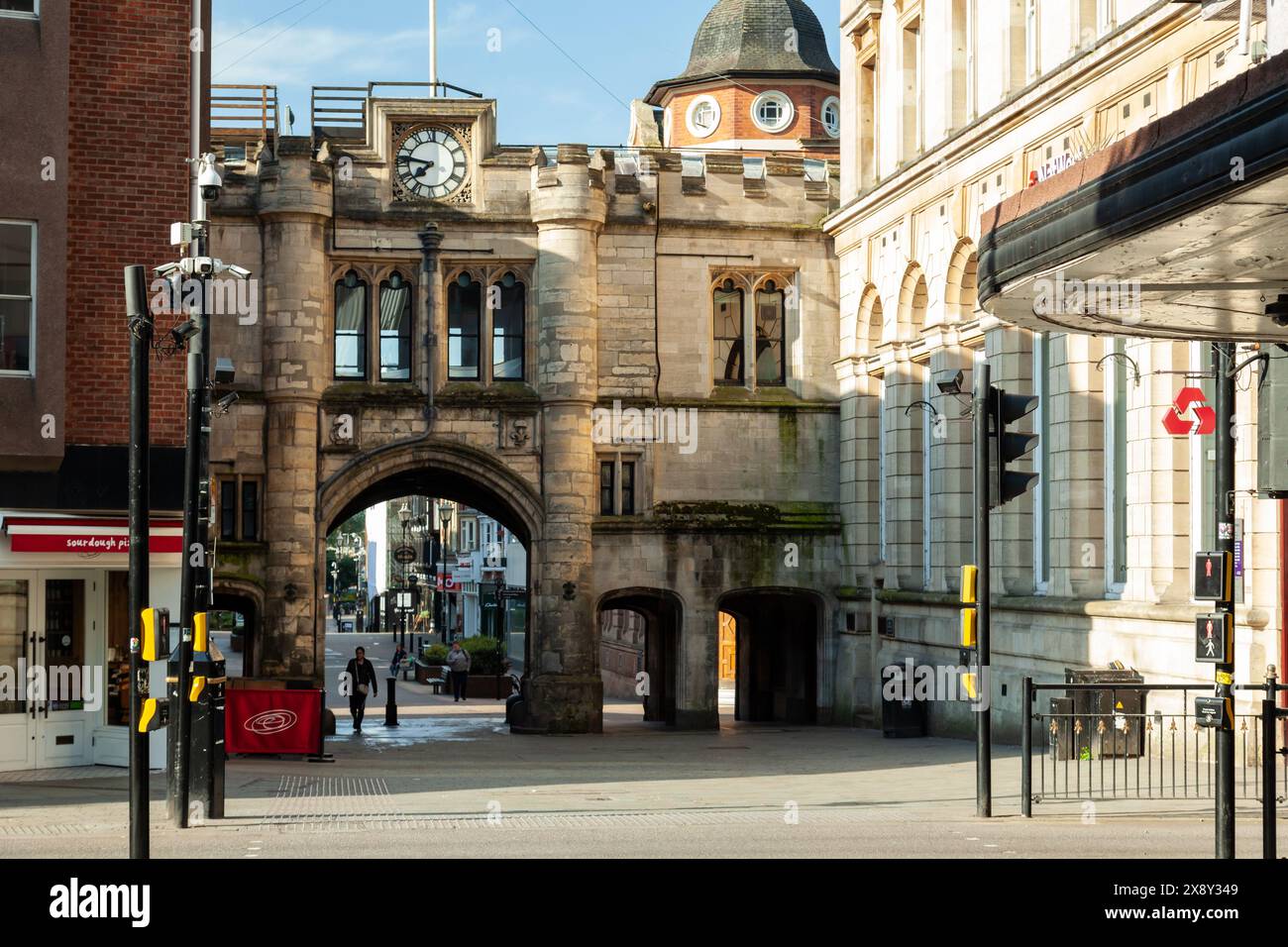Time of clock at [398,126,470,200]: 7:46
